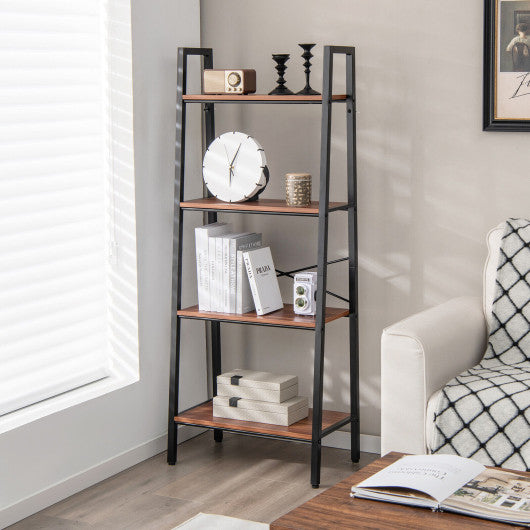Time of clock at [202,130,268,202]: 6:03
